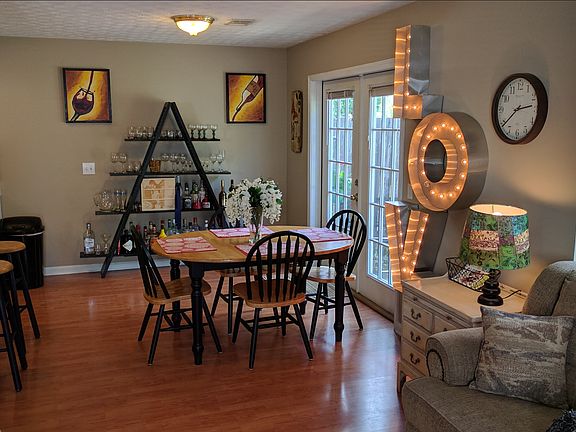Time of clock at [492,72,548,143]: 2:38
